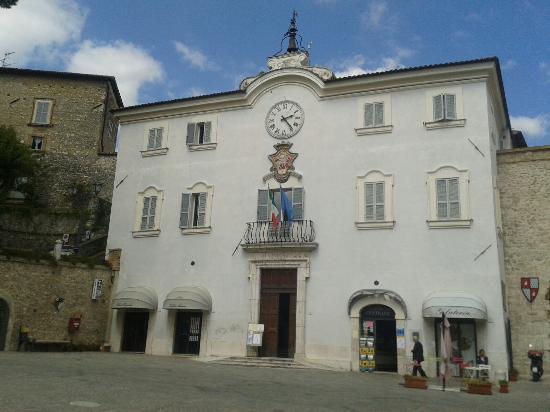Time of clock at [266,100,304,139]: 2:23
